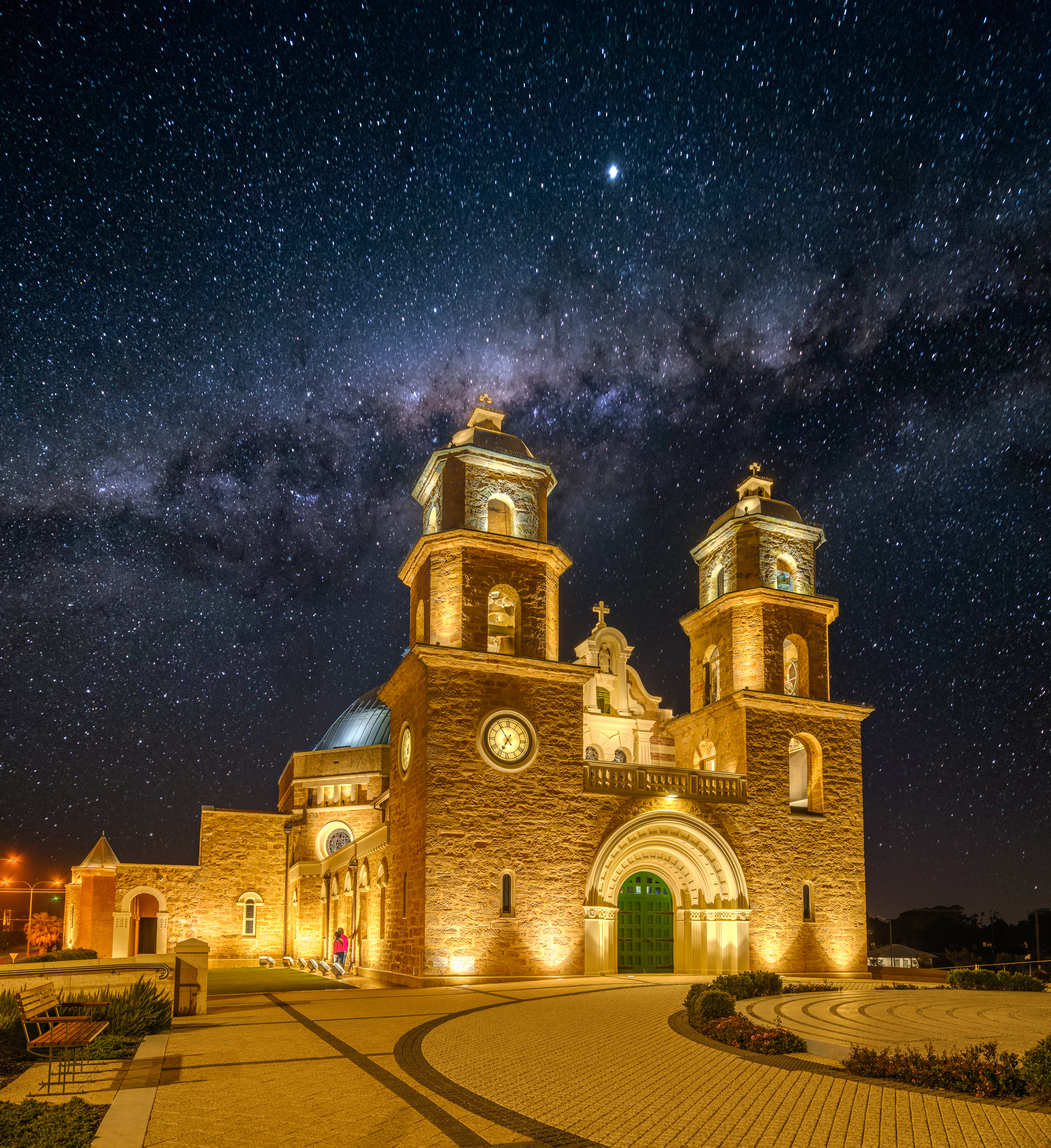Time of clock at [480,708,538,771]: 6:54
